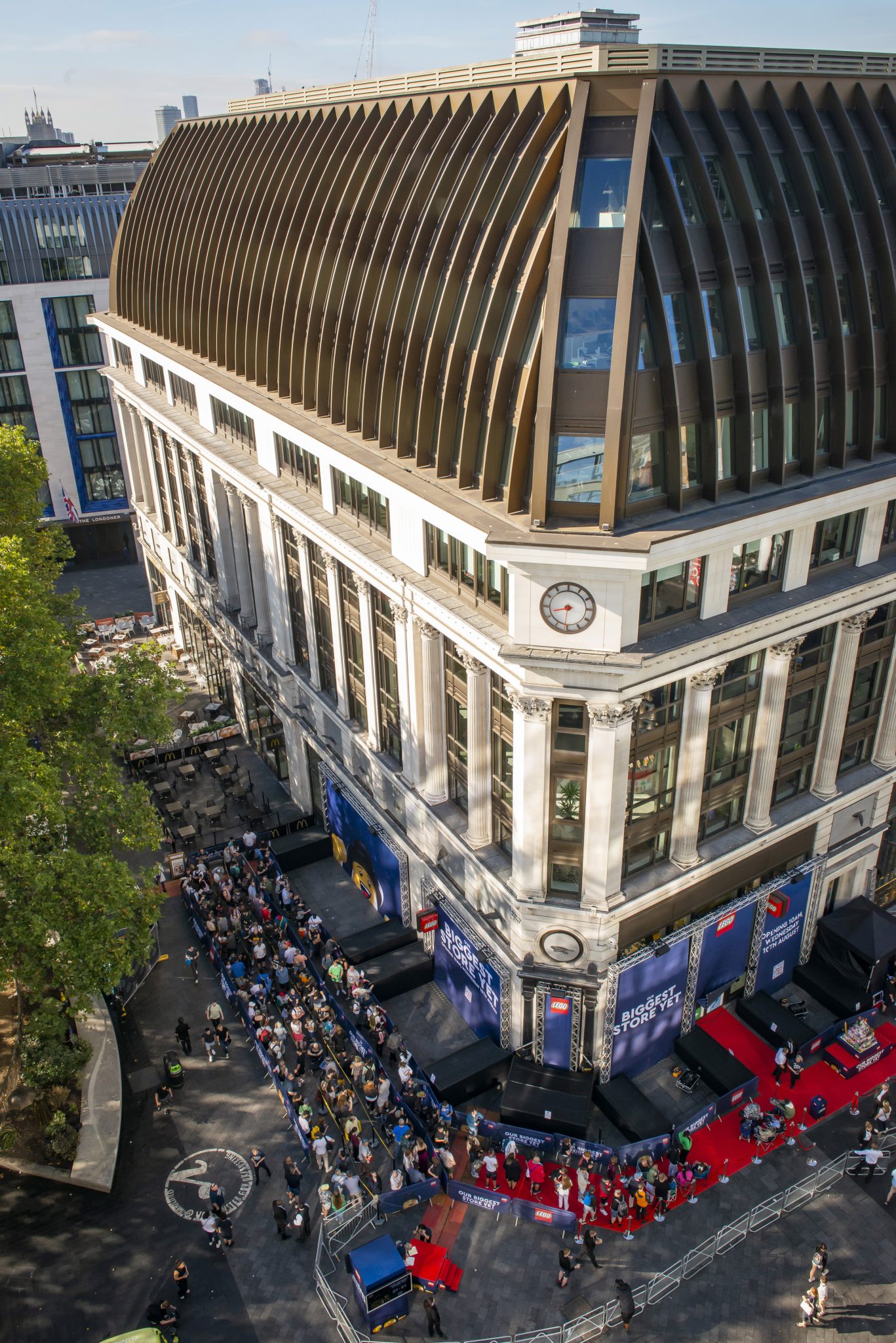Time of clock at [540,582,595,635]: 8:31
